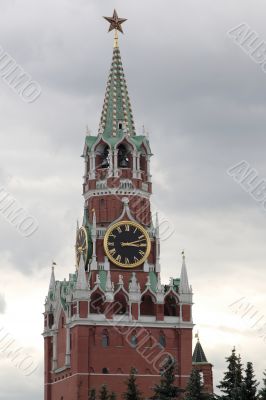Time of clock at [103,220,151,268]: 3:12
